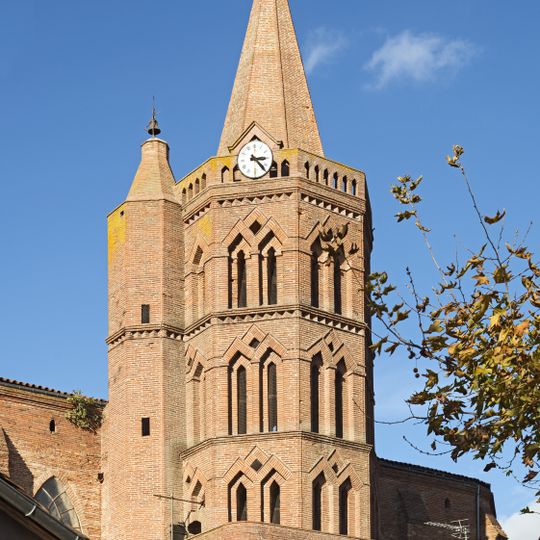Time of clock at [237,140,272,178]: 3:23
